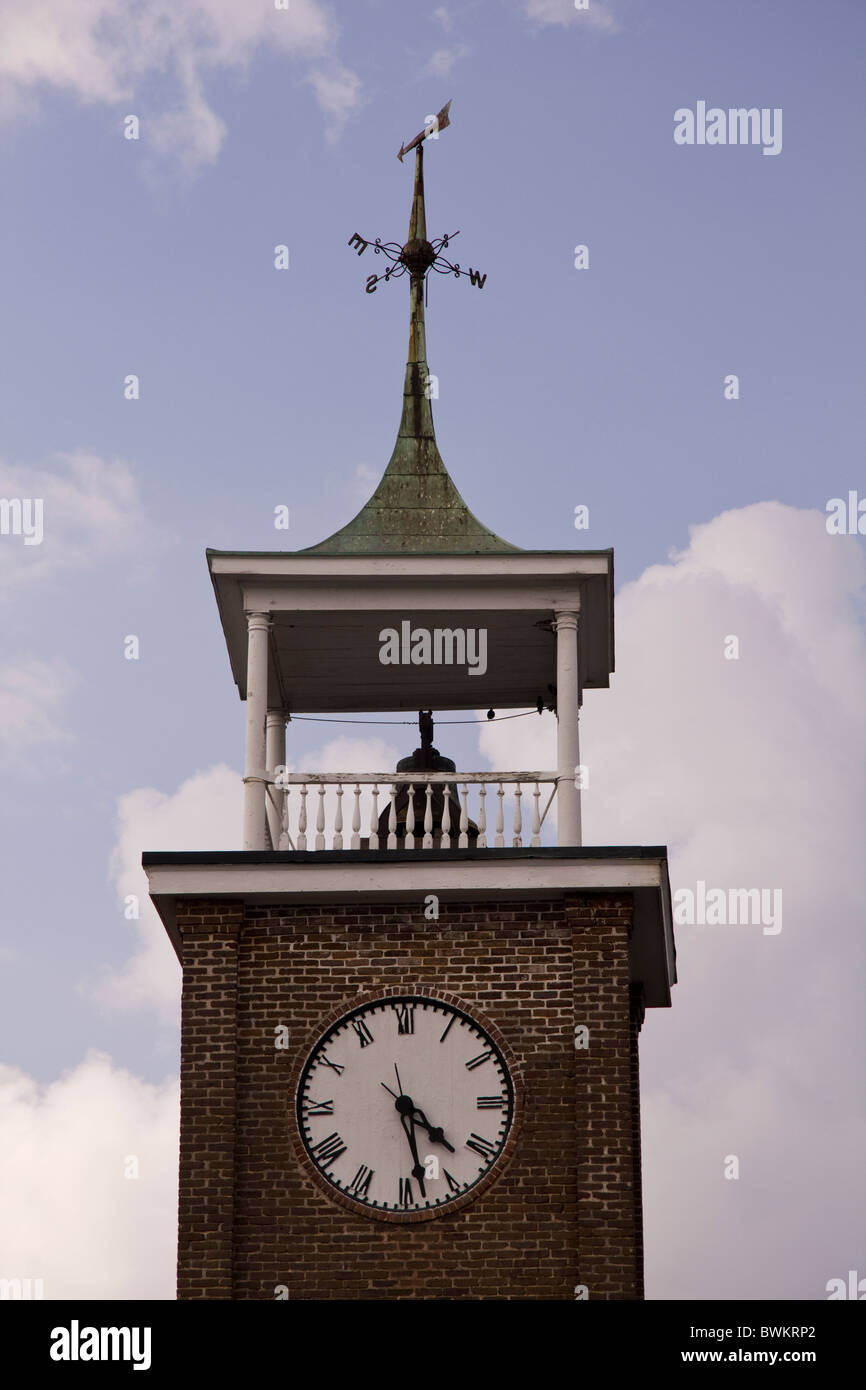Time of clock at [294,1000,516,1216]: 4:28
